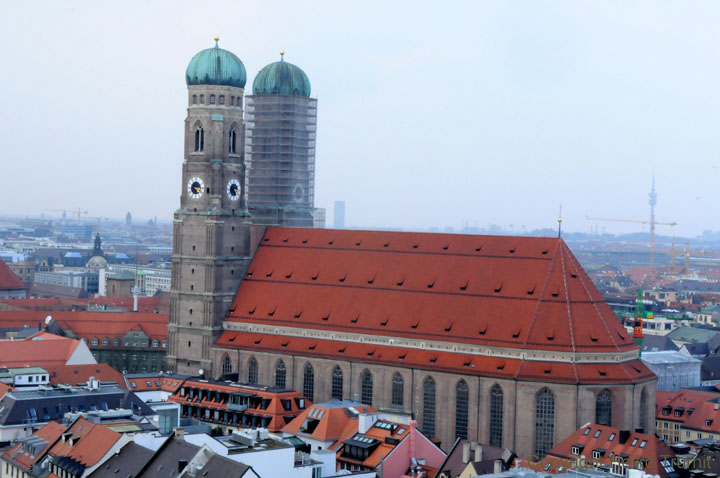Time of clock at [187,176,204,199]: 5:15
